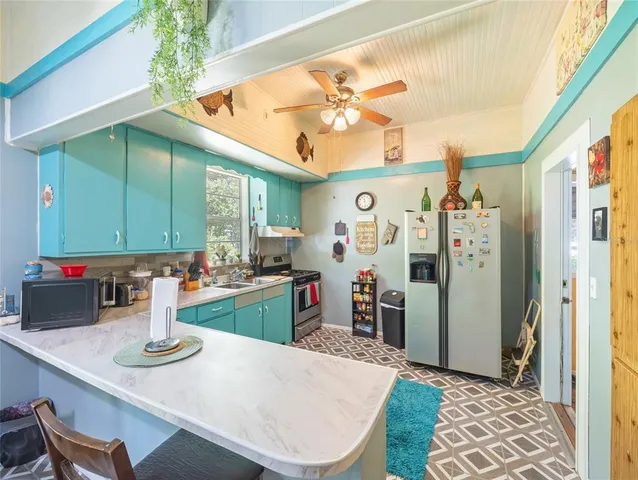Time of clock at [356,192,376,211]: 11:28
